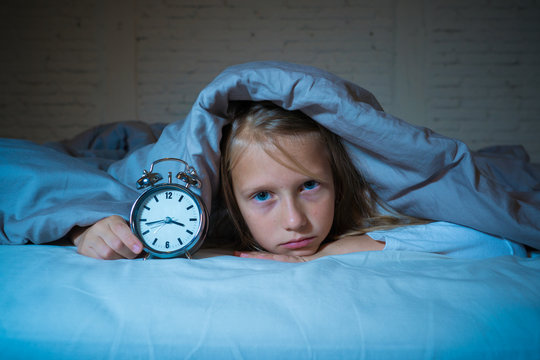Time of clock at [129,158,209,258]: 3:43
